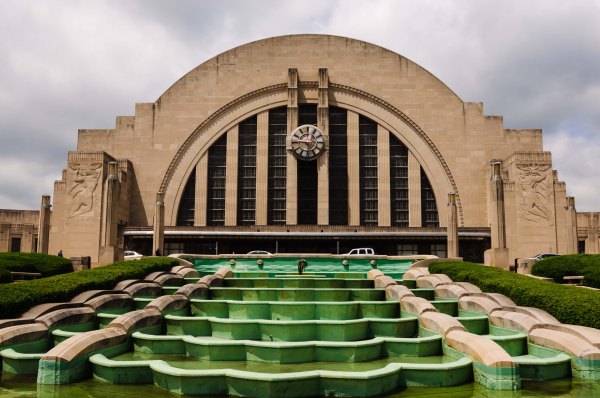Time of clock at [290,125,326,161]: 12:45
